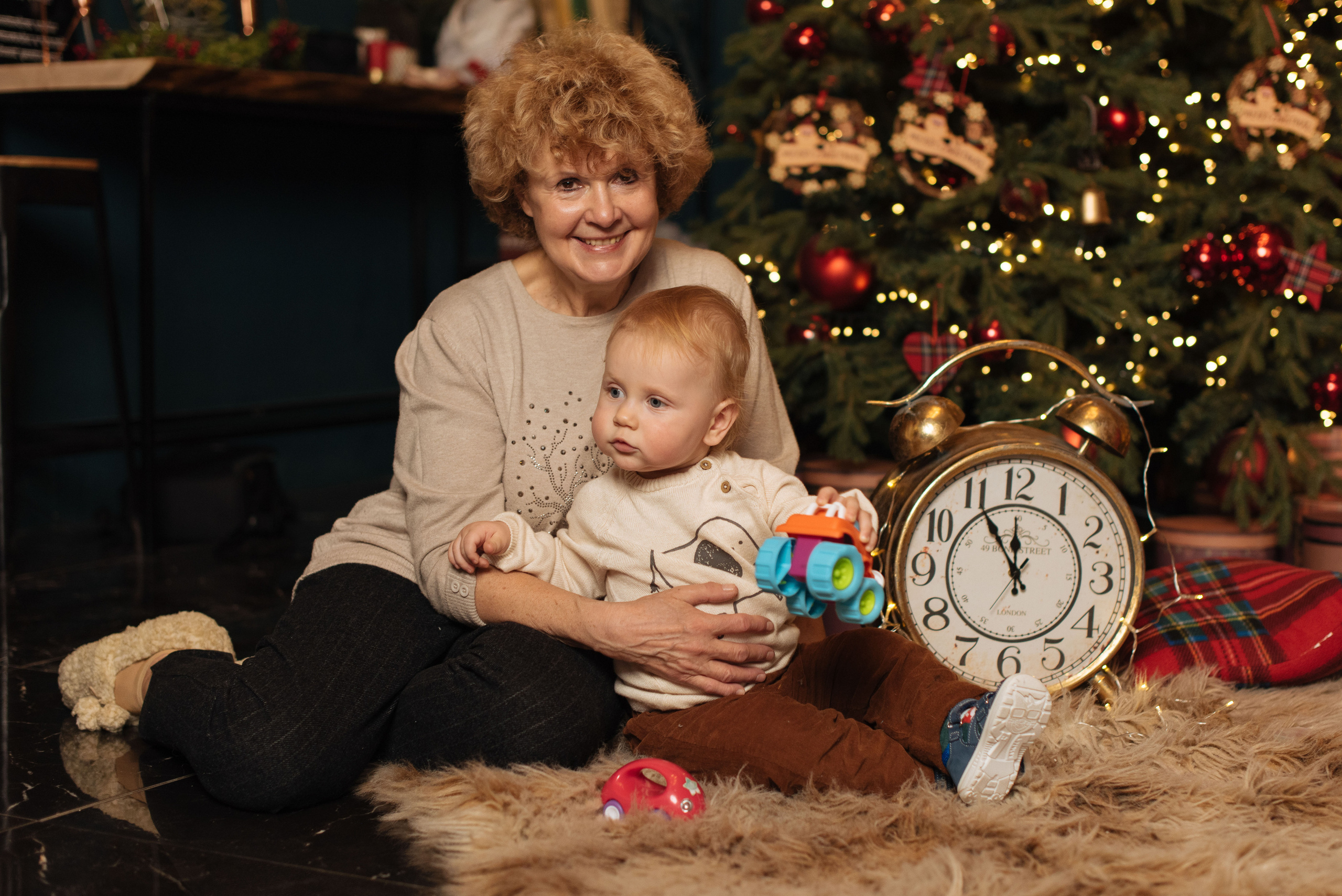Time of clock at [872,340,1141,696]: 11:55
